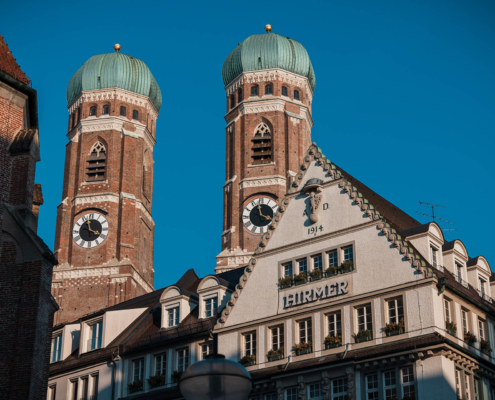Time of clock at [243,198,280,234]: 3:58
